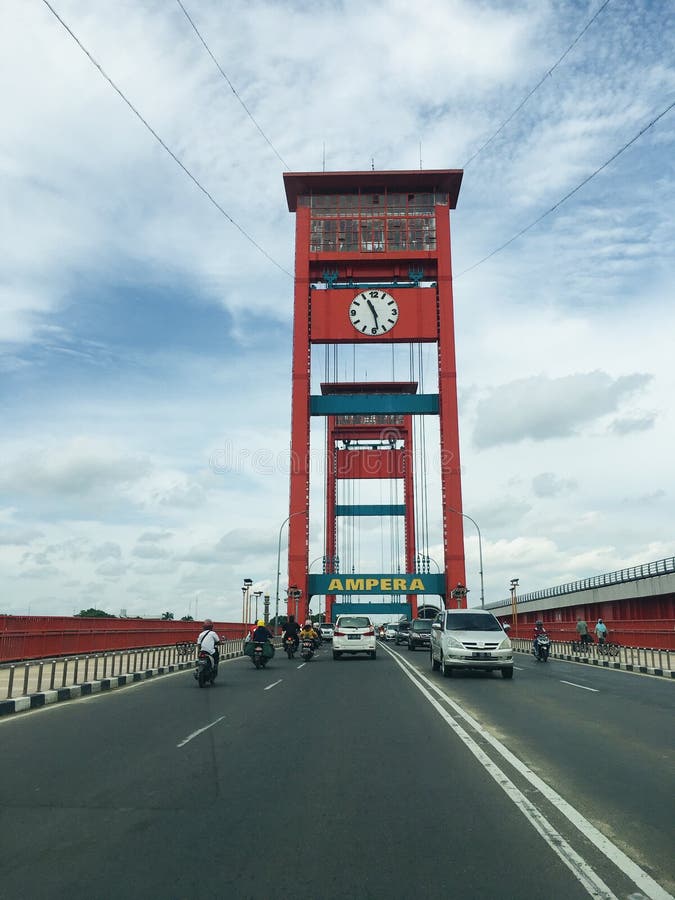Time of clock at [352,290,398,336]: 11:28
